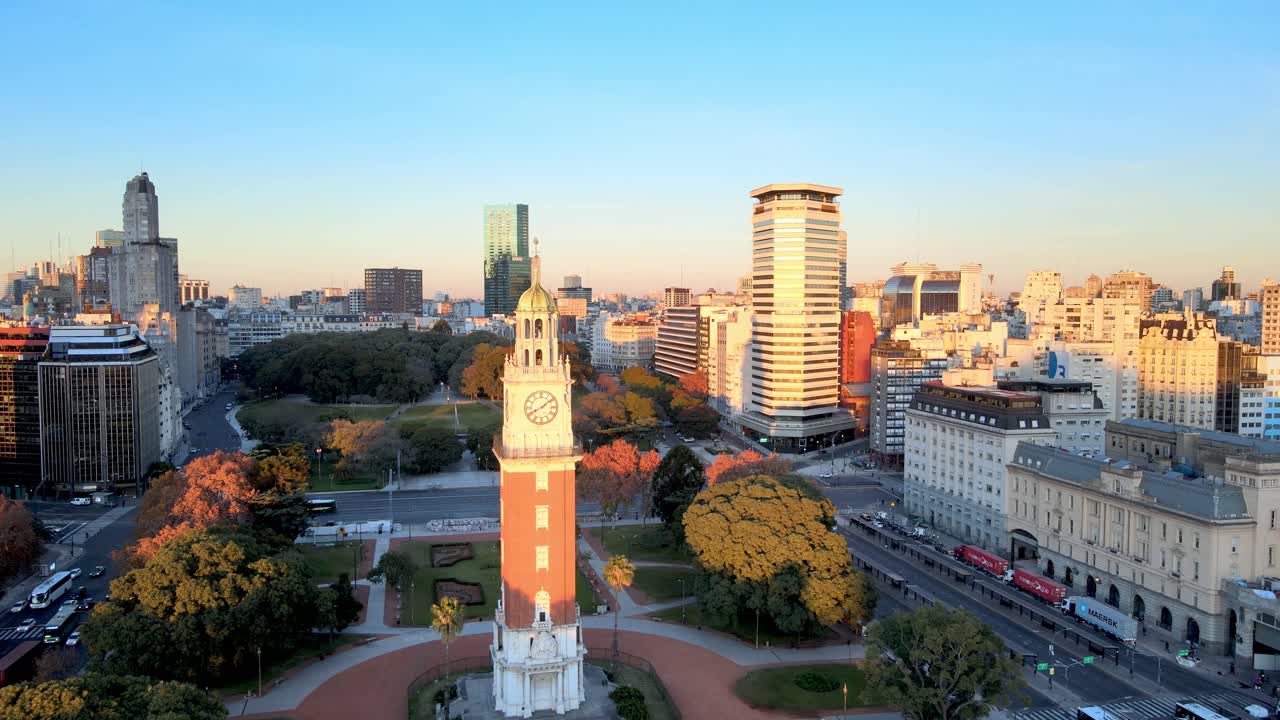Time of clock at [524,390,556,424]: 8:08
